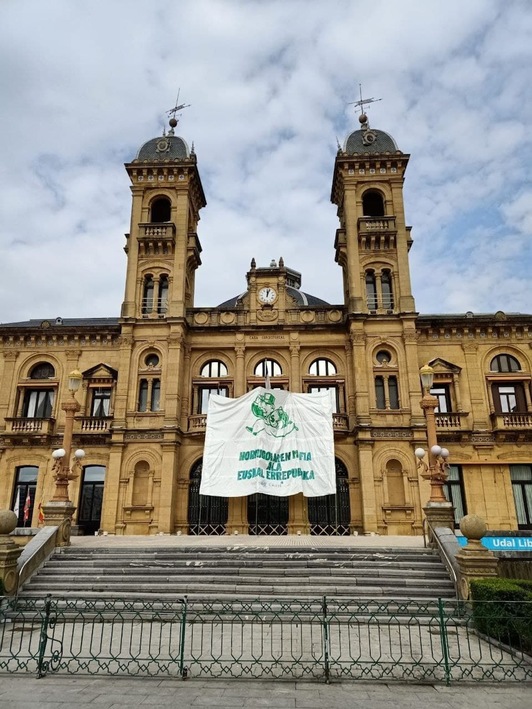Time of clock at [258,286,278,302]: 12:03
